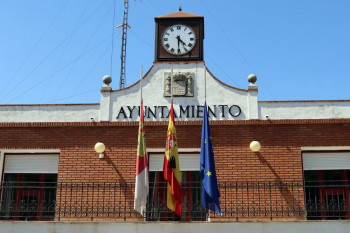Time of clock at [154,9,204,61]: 4:30
